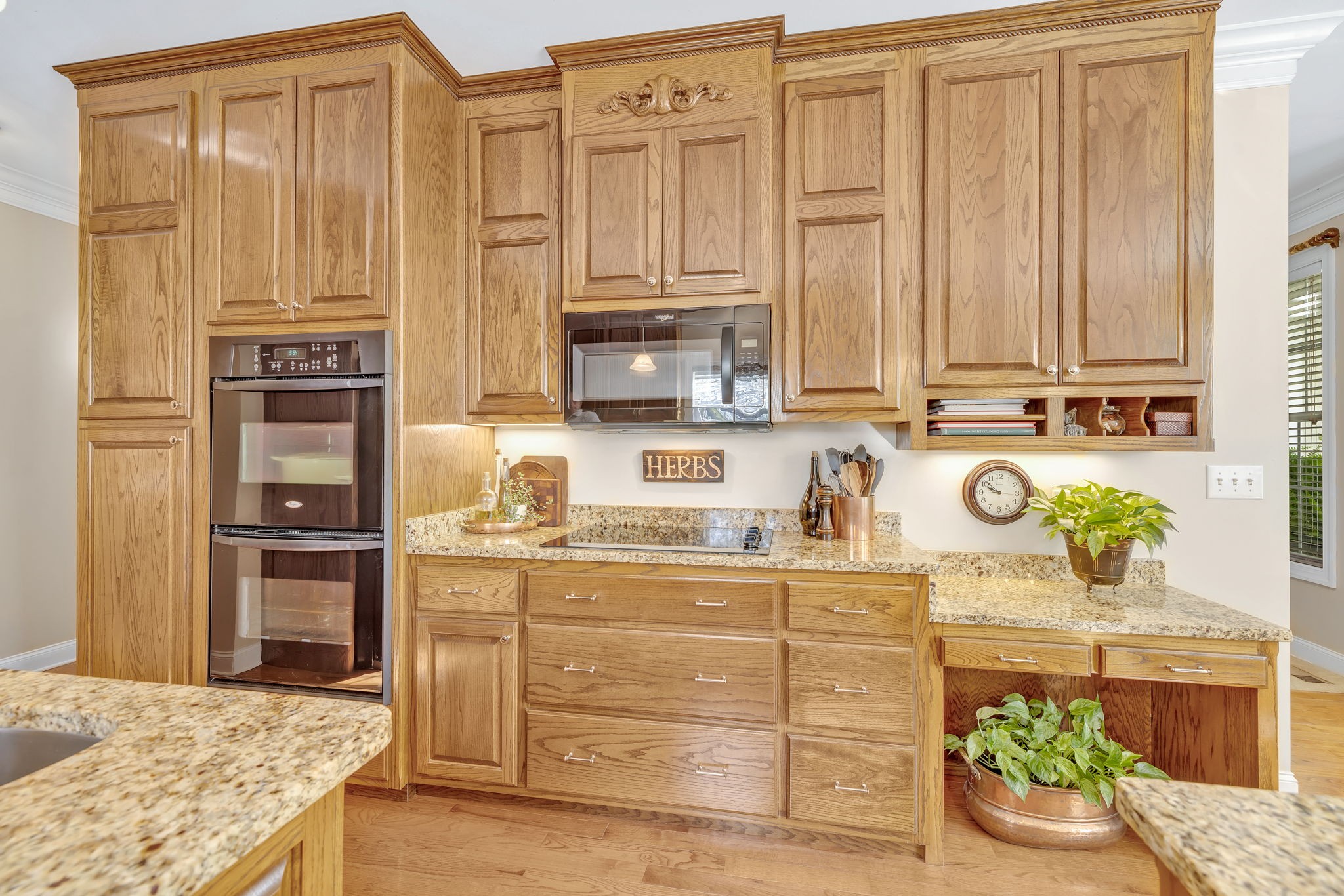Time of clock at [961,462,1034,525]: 9:51
